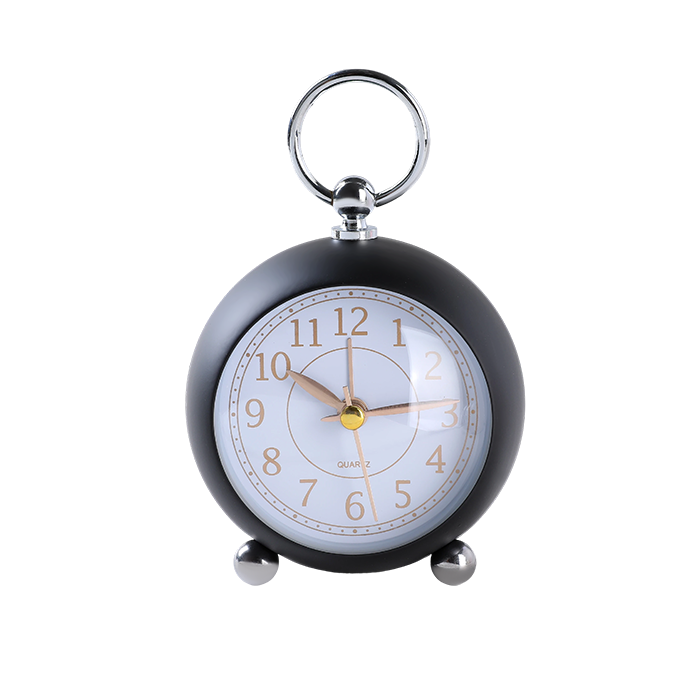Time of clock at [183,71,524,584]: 10:14
